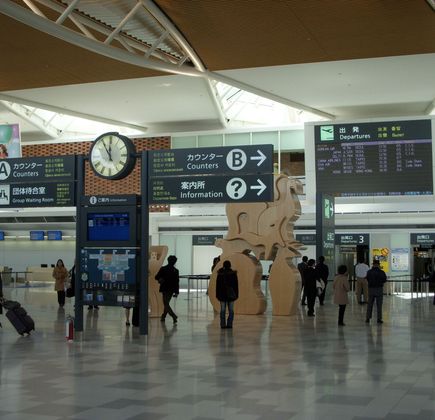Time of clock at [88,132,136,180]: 11:55
